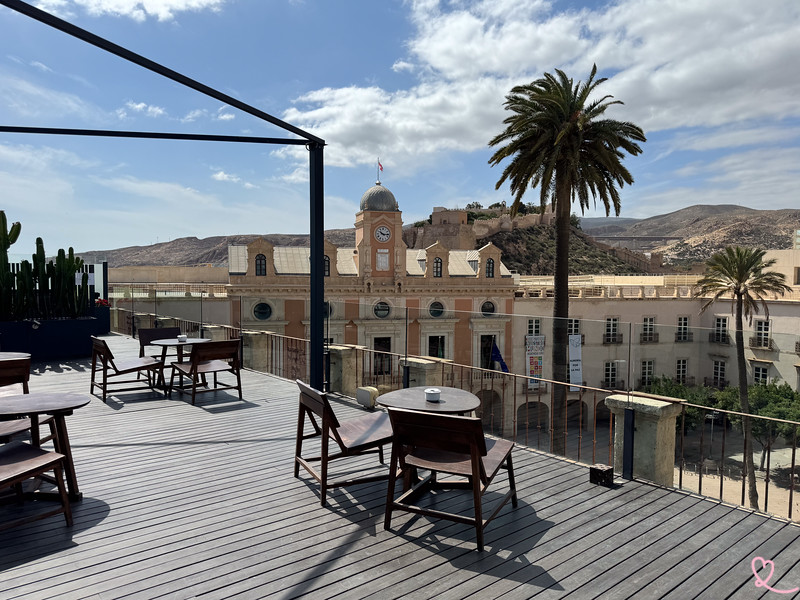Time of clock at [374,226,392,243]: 10:15
